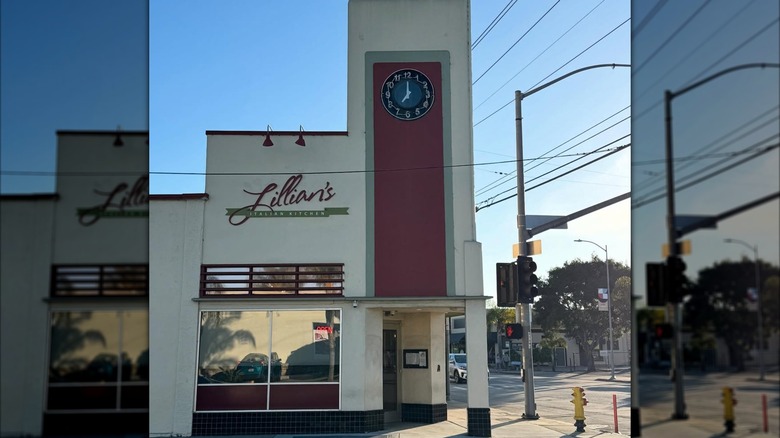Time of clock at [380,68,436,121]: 7:00
